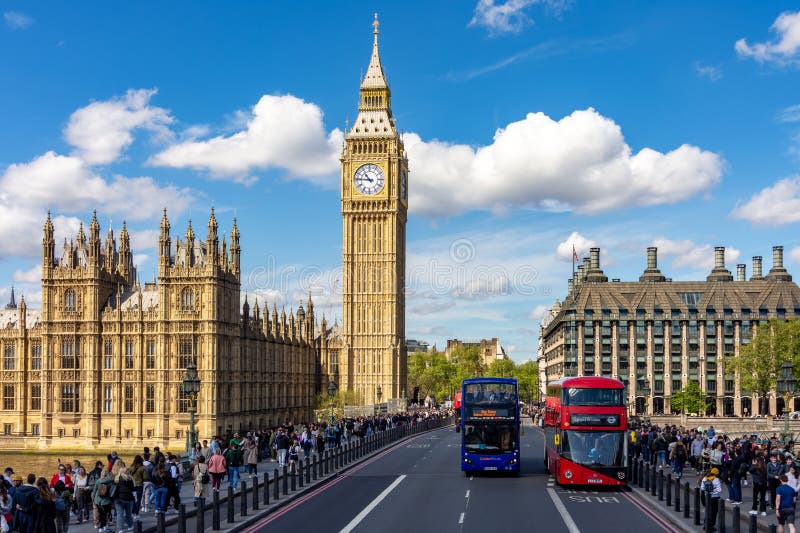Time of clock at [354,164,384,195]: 10:45
